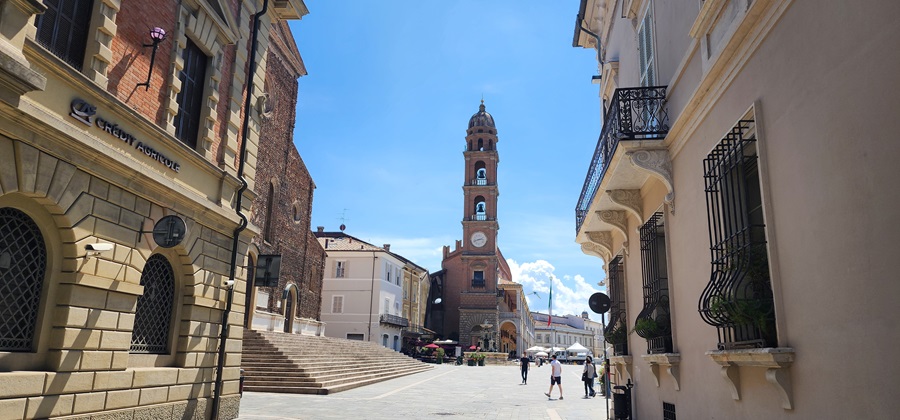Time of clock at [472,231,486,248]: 2:42
